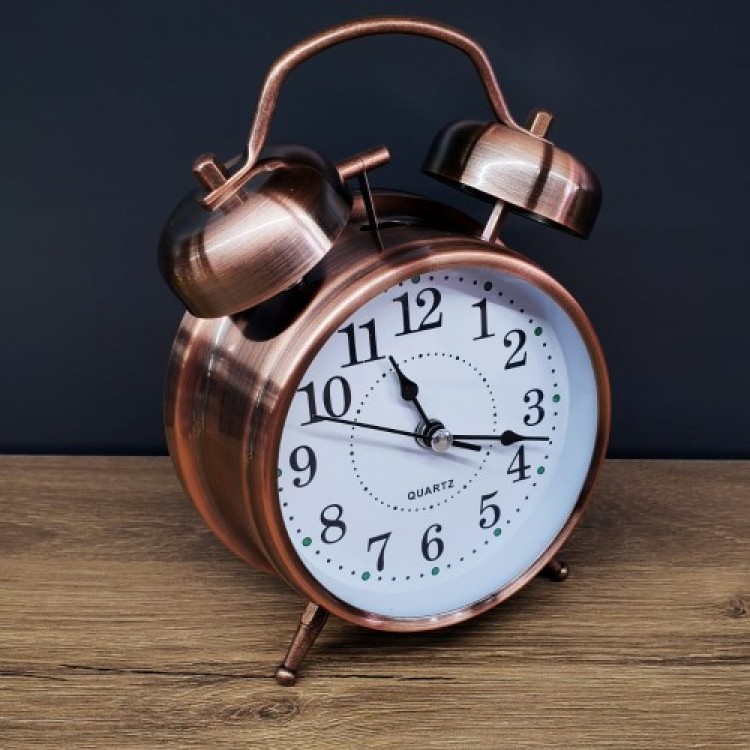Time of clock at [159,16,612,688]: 11:17
